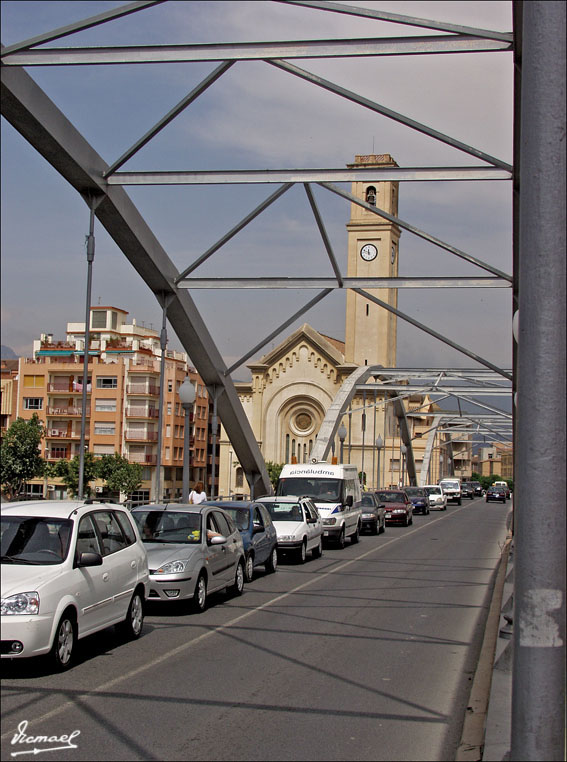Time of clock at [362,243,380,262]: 11:48
